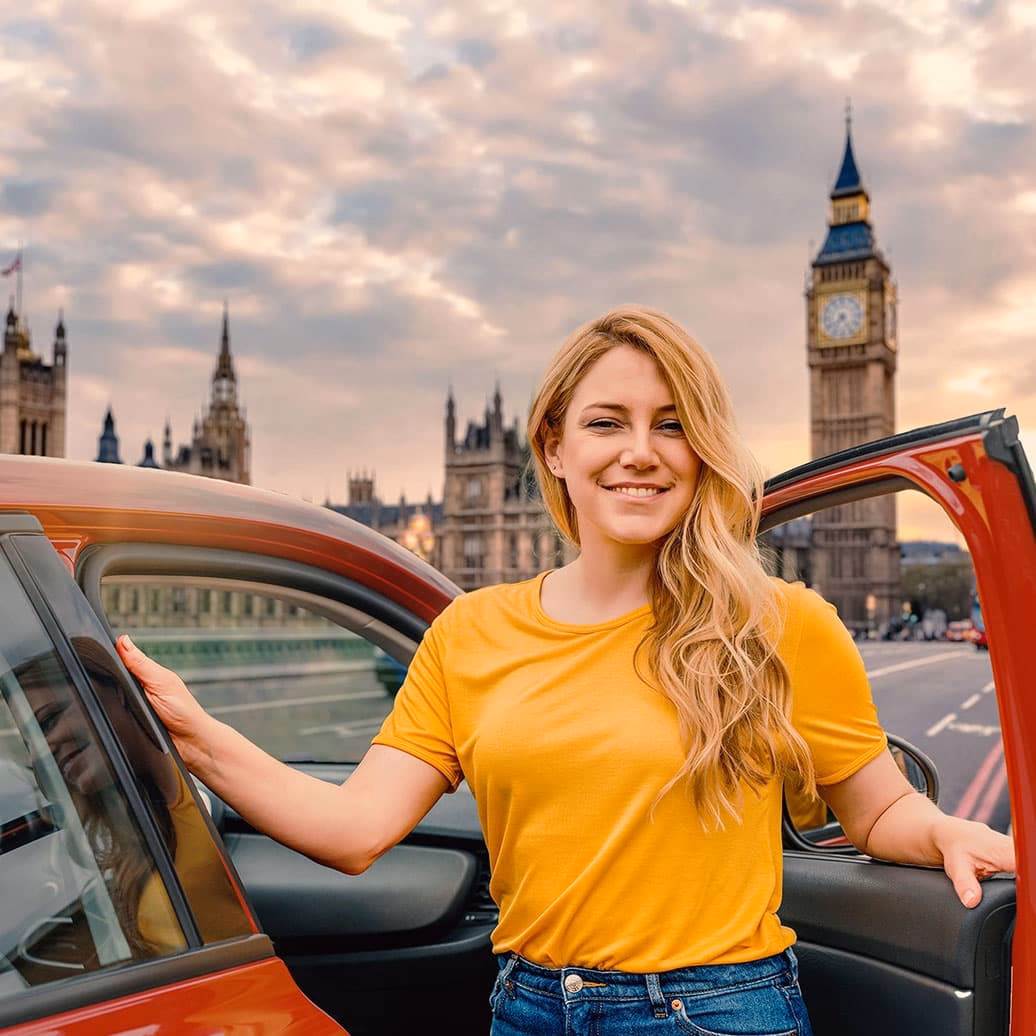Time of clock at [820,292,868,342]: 7:24
